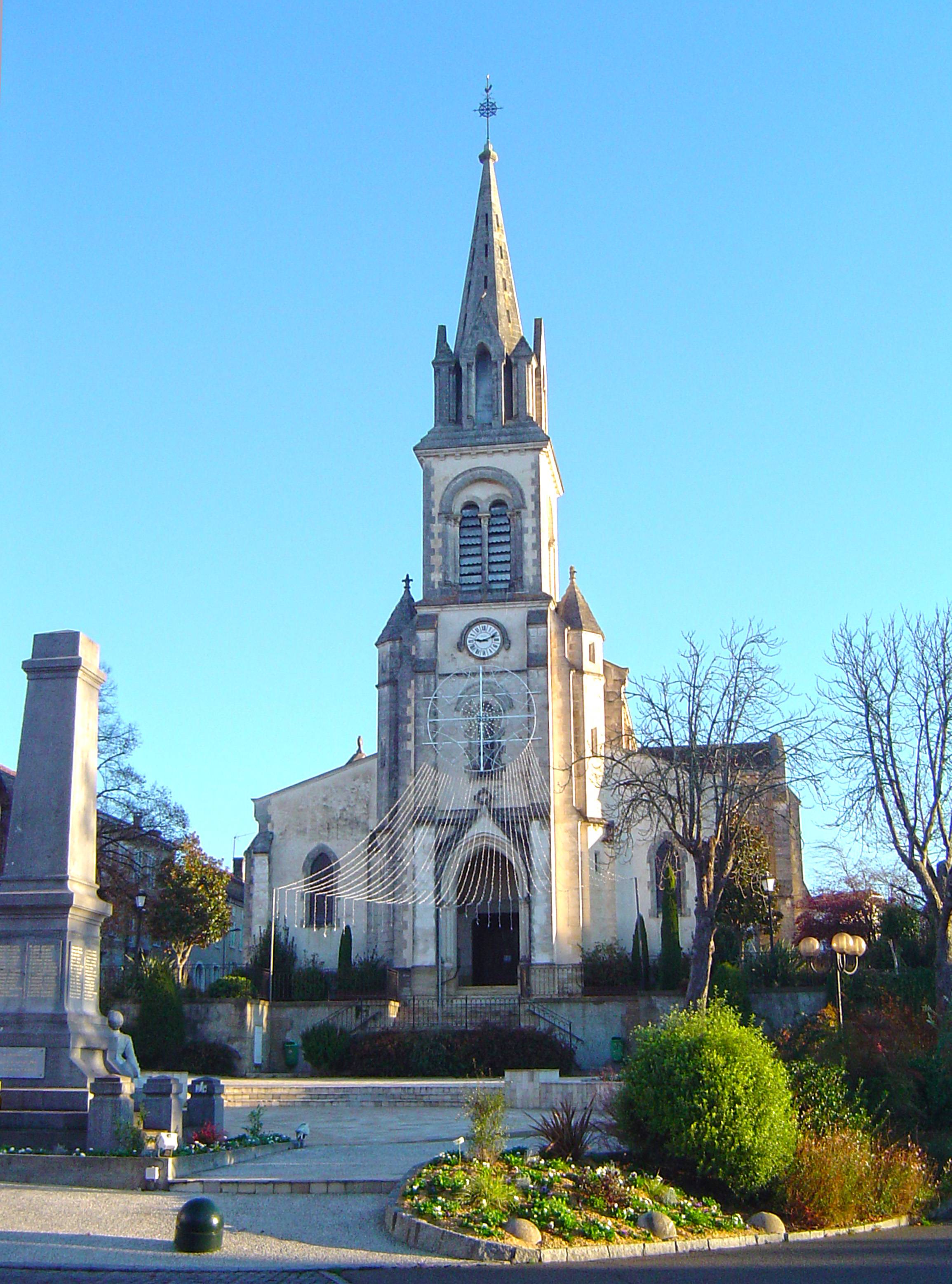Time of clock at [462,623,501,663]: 9:11
